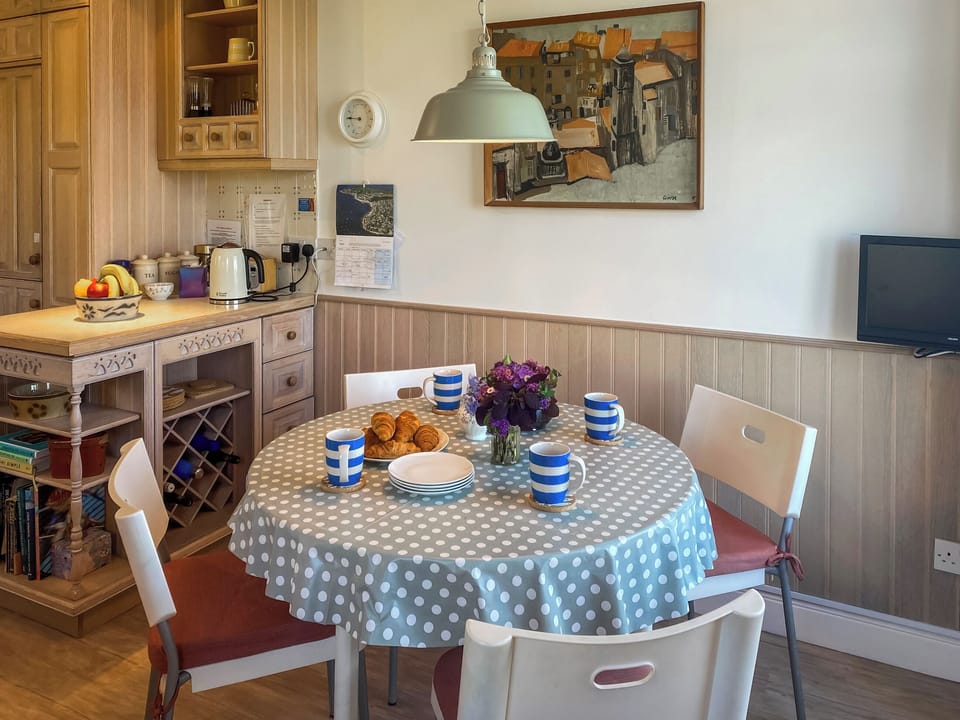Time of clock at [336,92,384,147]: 8:45
